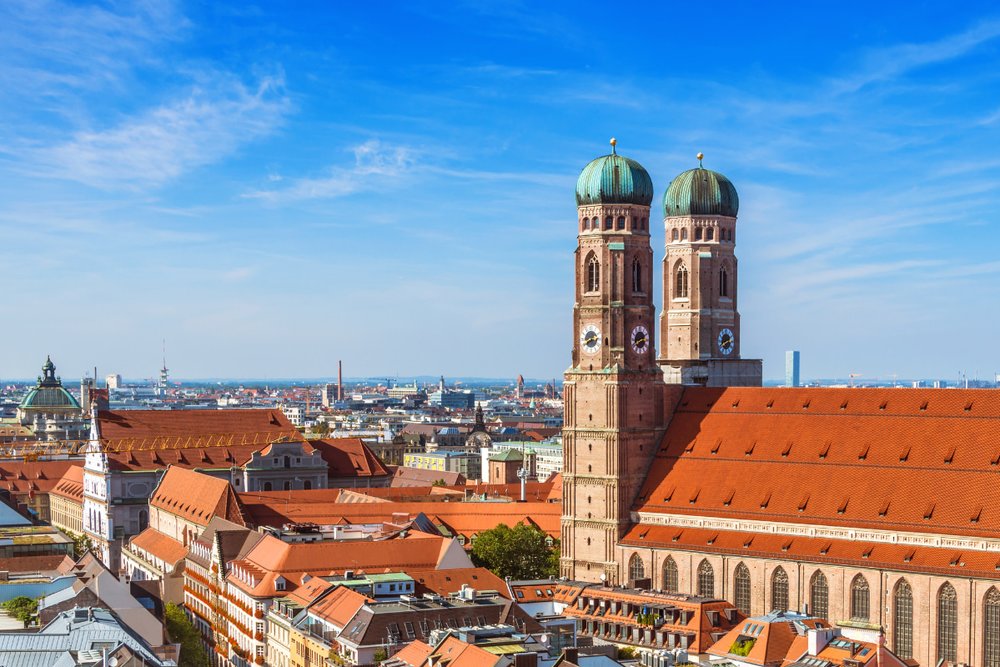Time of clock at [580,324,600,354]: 2:40
